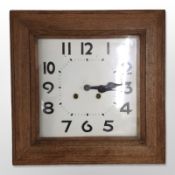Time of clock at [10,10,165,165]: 3:13
